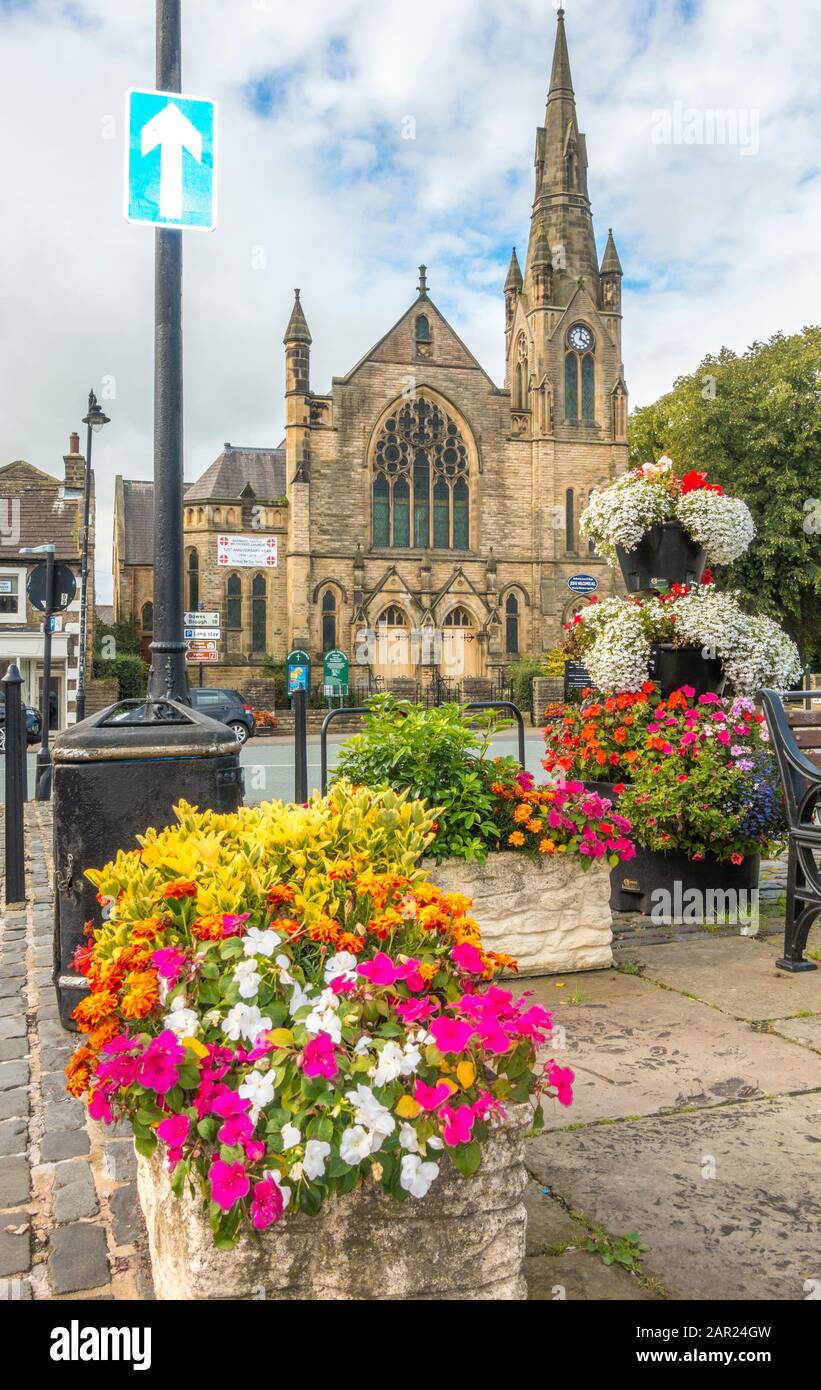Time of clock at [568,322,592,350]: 4:01
